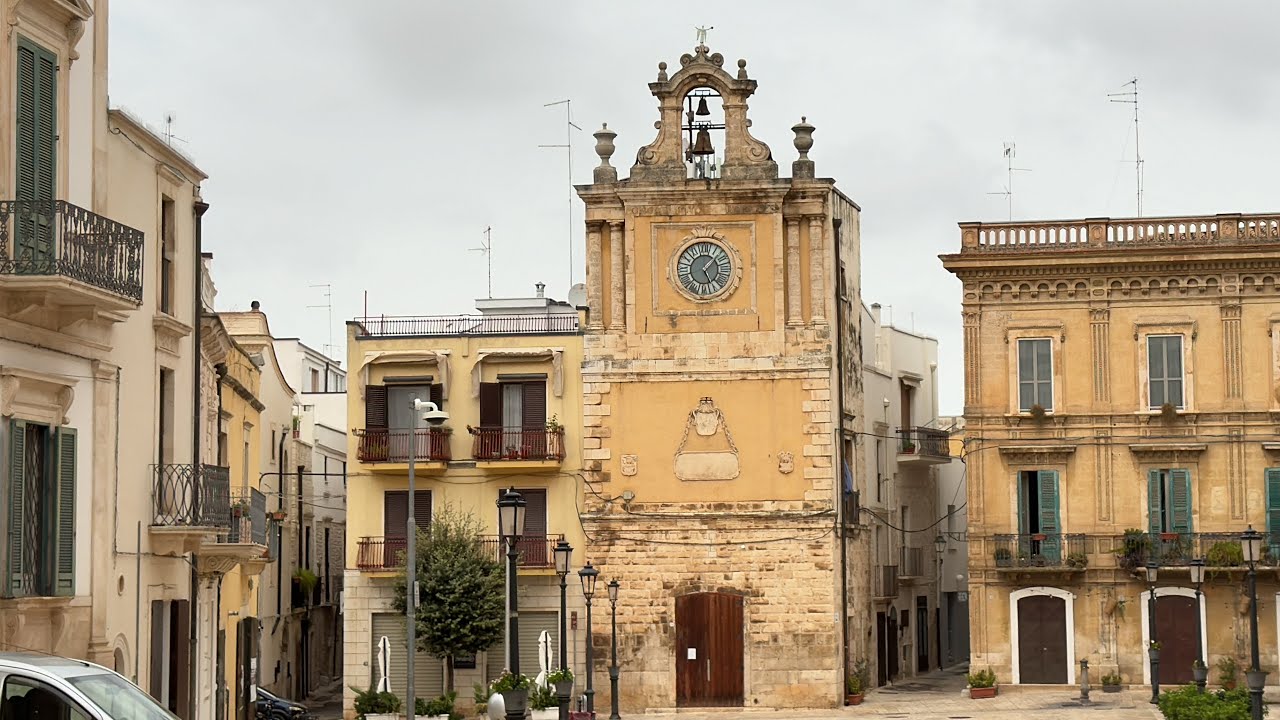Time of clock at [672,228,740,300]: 5:07
